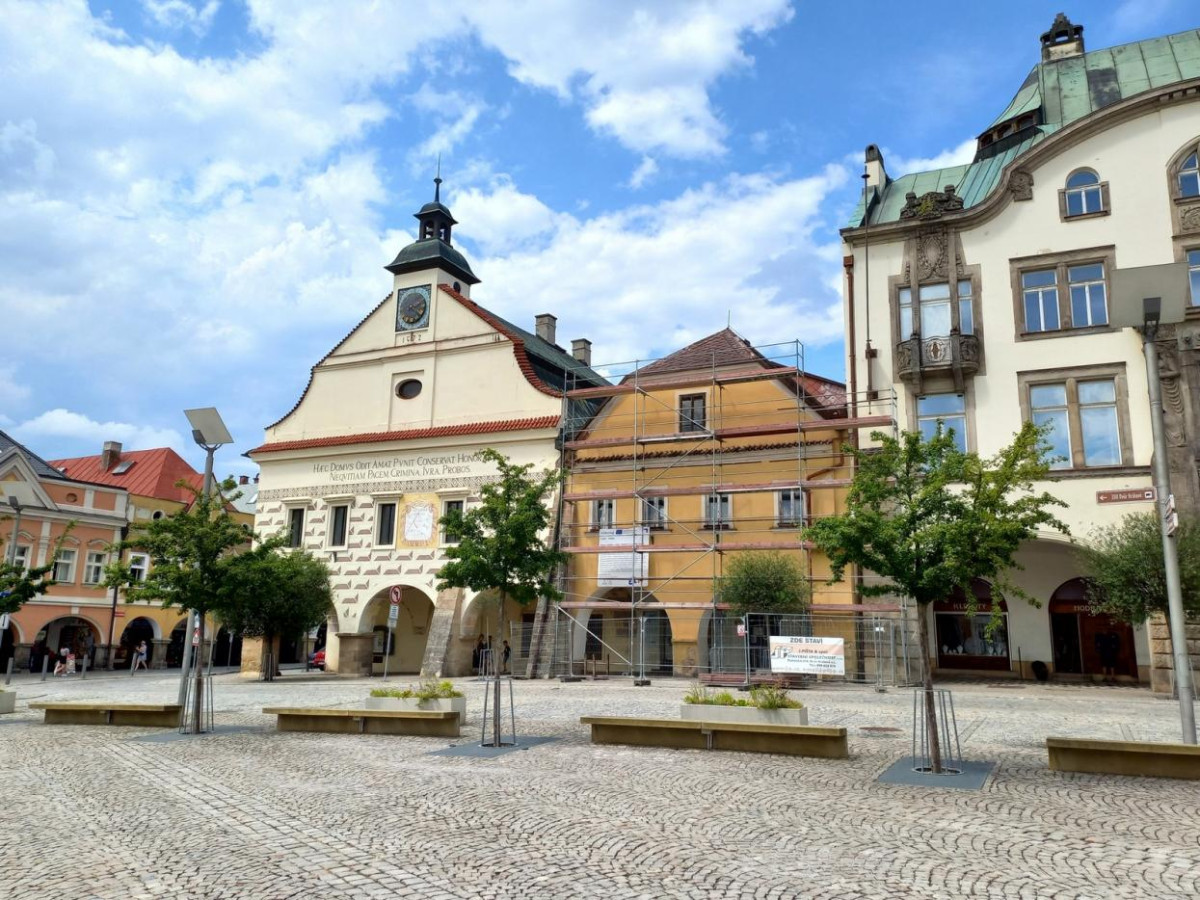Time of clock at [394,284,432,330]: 2:21
